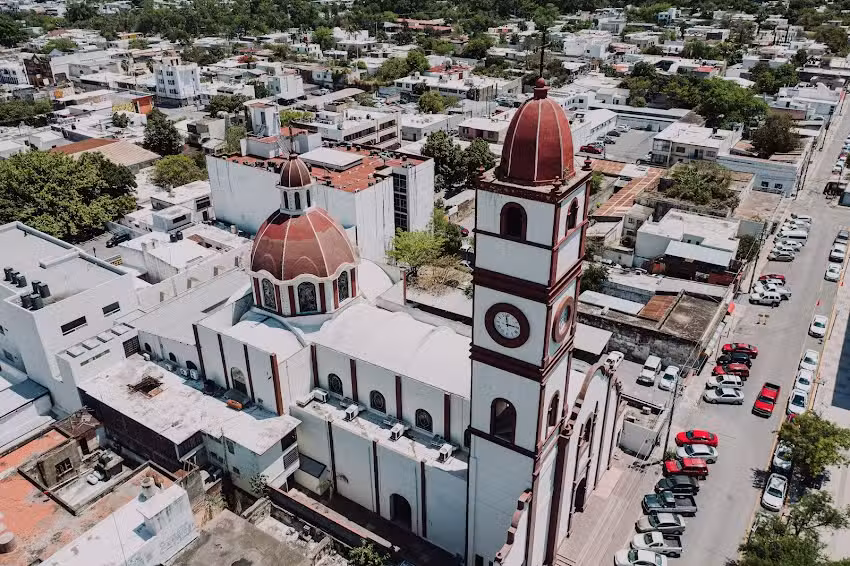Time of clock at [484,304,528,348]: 2:58
